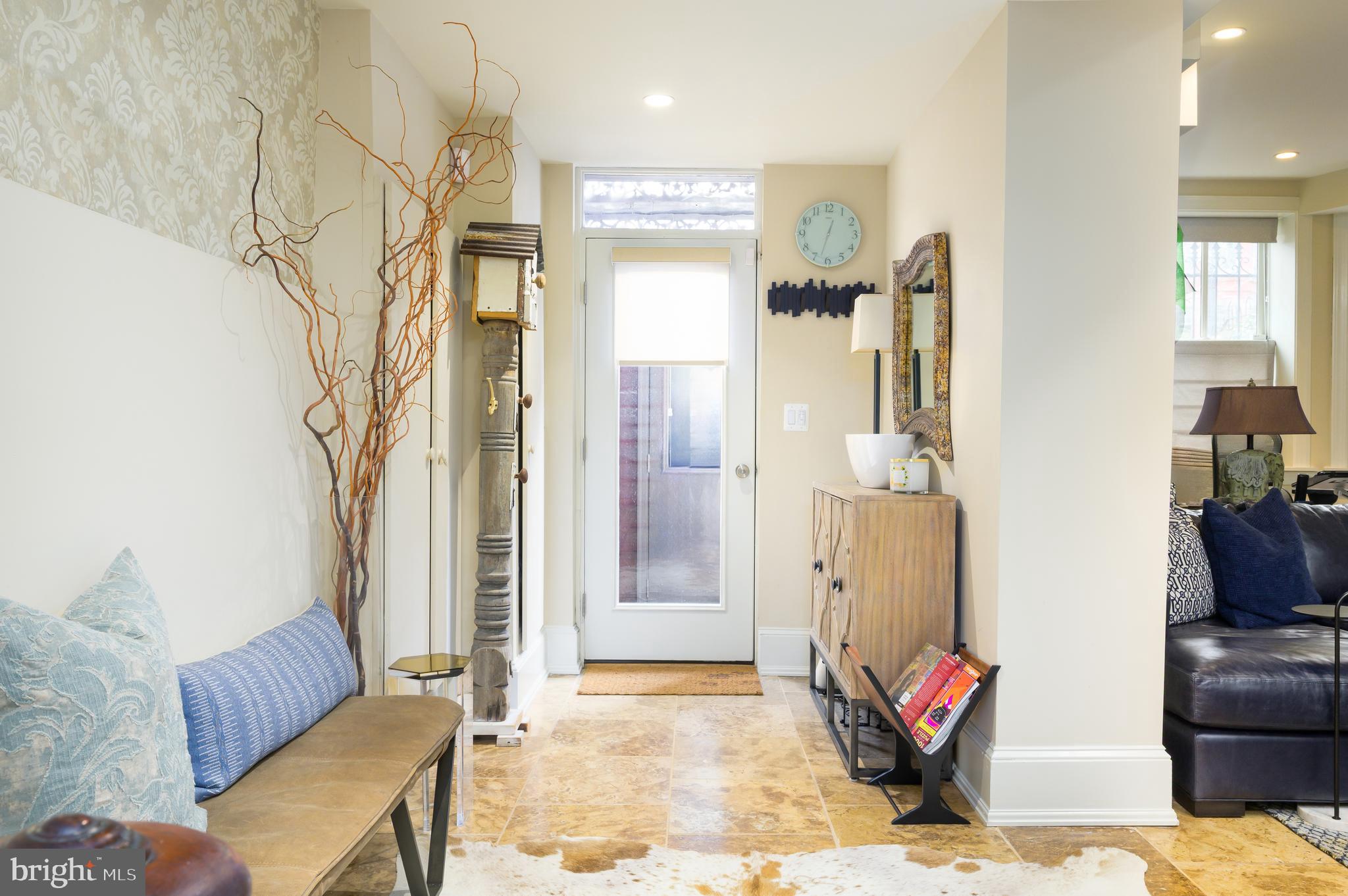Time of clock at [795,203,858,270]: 12:32
